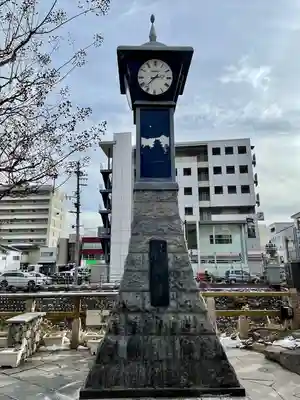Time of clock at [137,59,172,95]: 2:37
